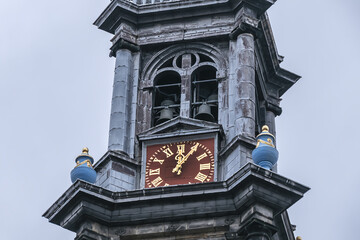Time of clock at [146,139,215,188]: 12:05
